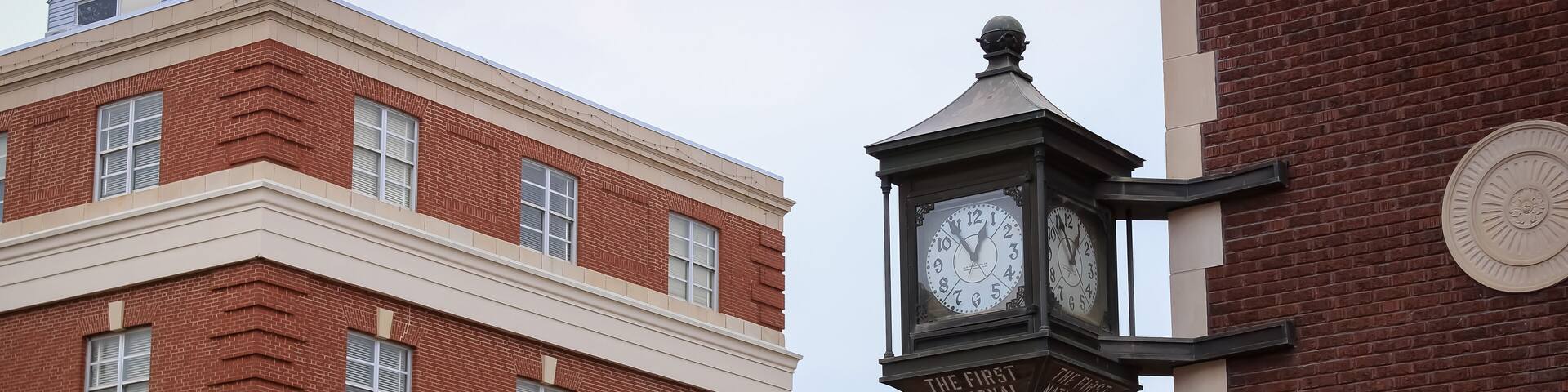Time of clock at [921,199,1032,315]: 12:54
